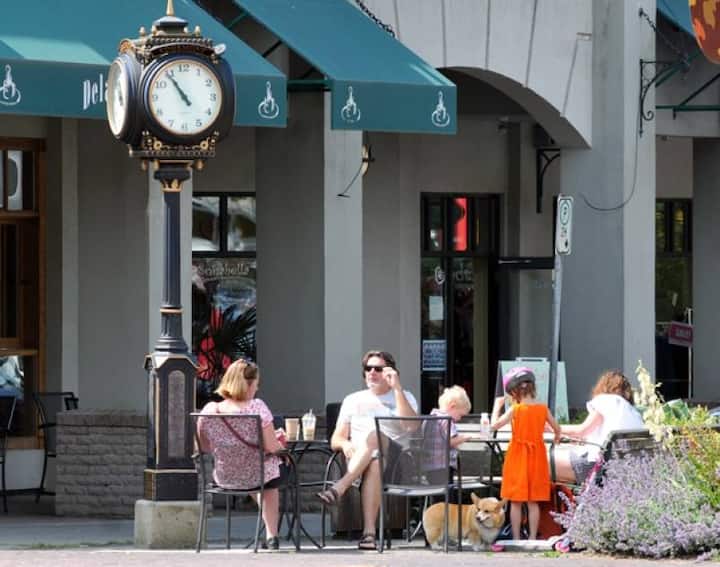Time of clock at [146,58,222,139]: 10:54
